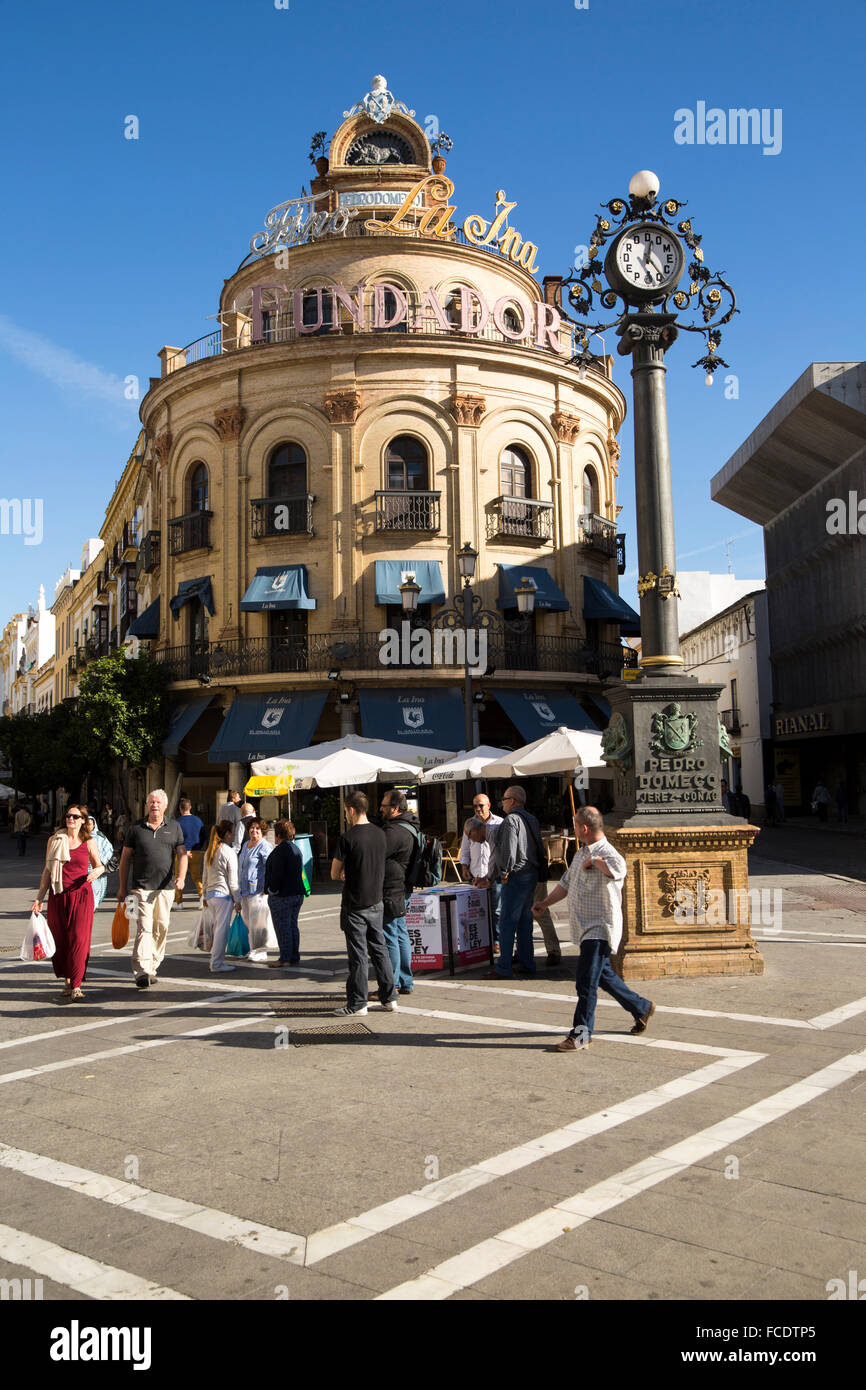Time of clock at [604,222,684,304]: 12:23
